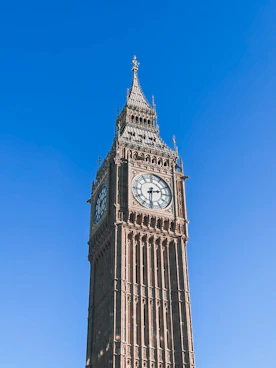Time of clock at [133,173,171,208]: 2:30
